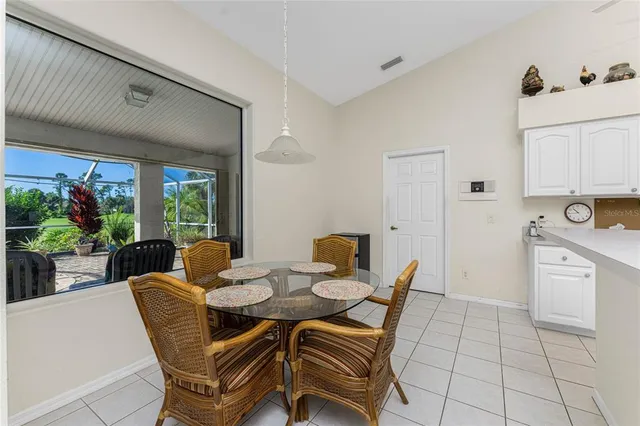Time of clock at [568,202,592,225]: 10:44
